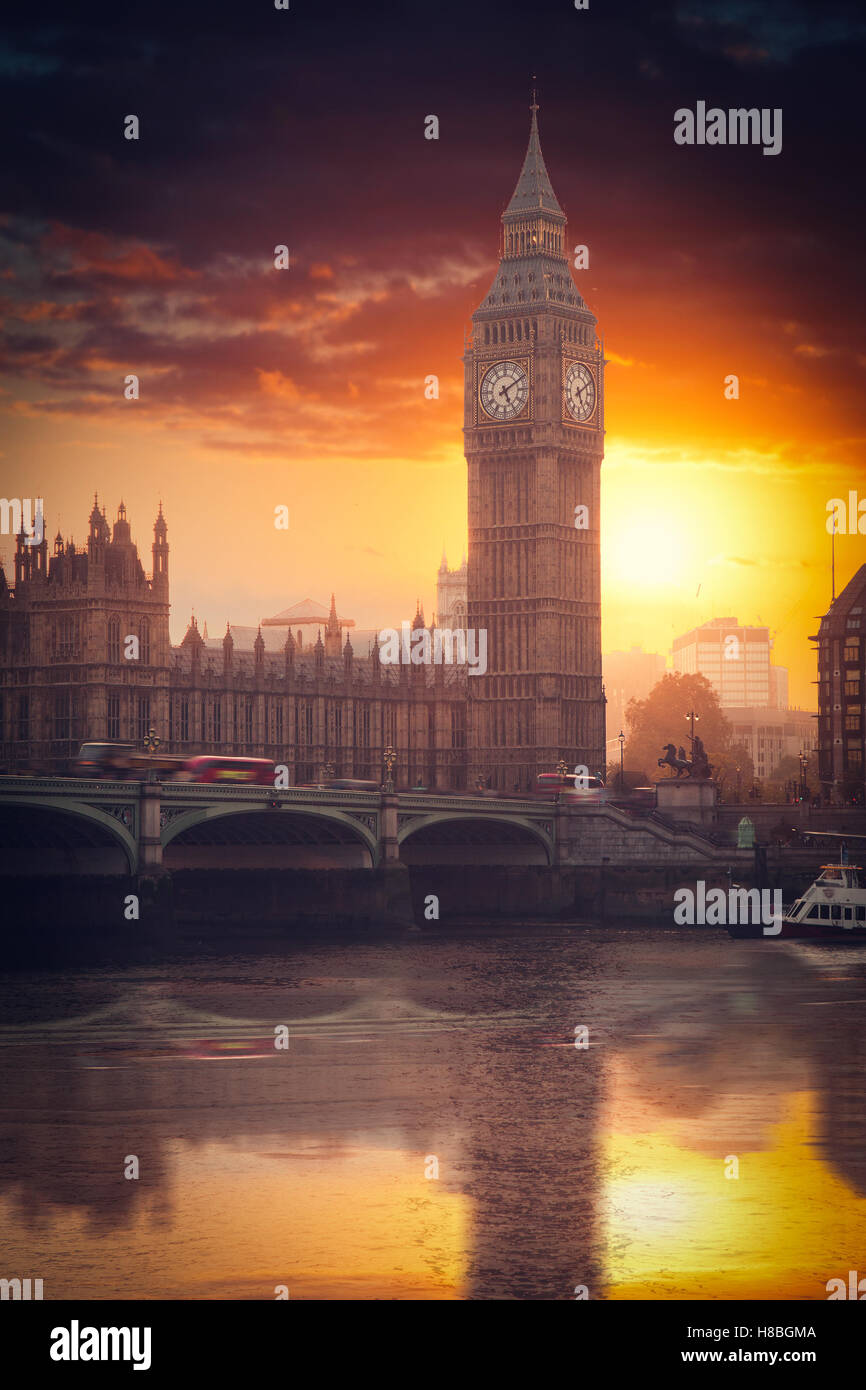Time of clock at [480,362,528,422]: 5:09
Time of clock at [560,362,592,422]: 5:09
